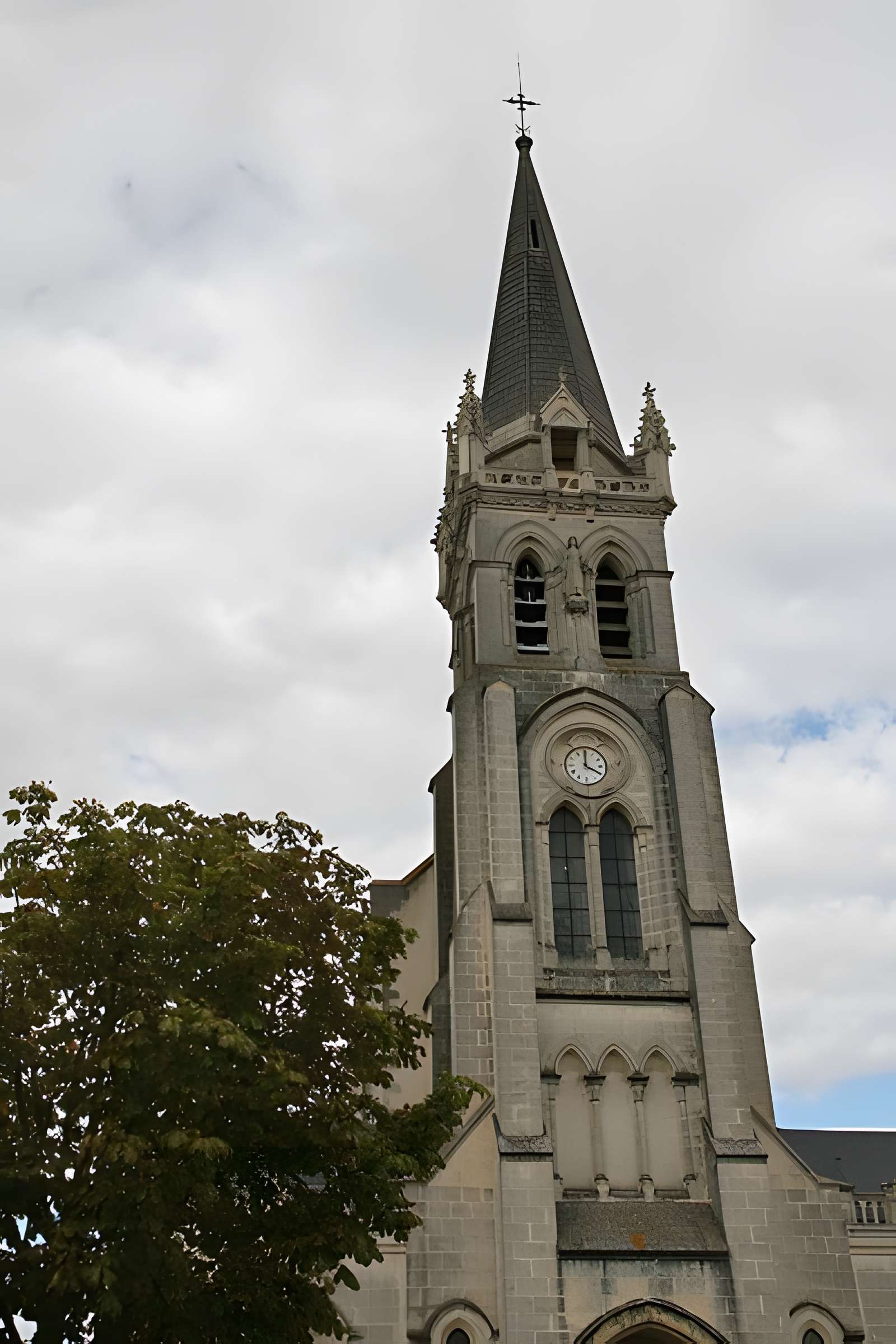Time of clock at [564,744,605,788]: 4:00
